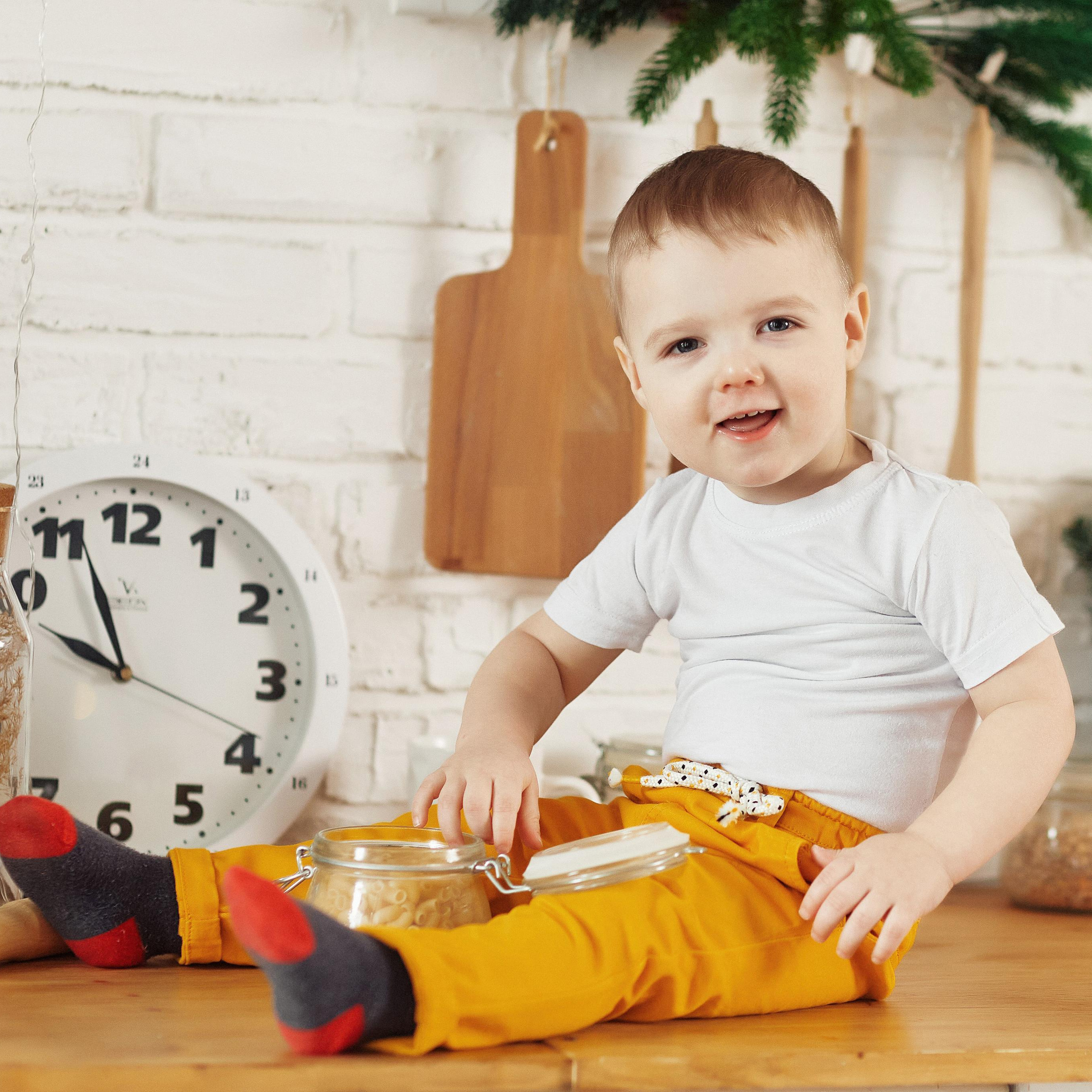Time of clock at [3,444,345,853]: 9:56
